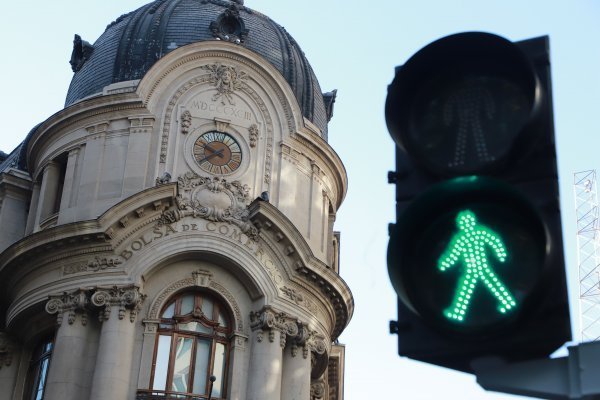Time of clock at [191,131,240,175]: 9:40
